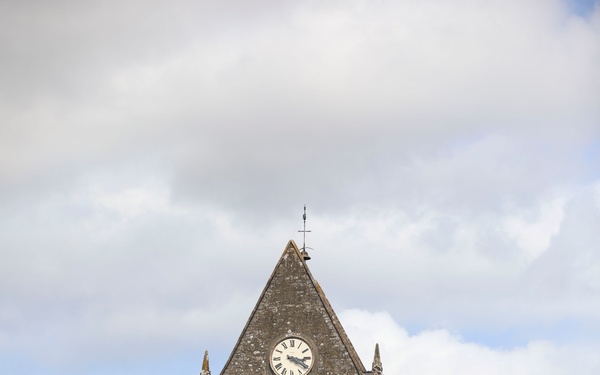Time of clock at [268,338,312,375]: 3:20
